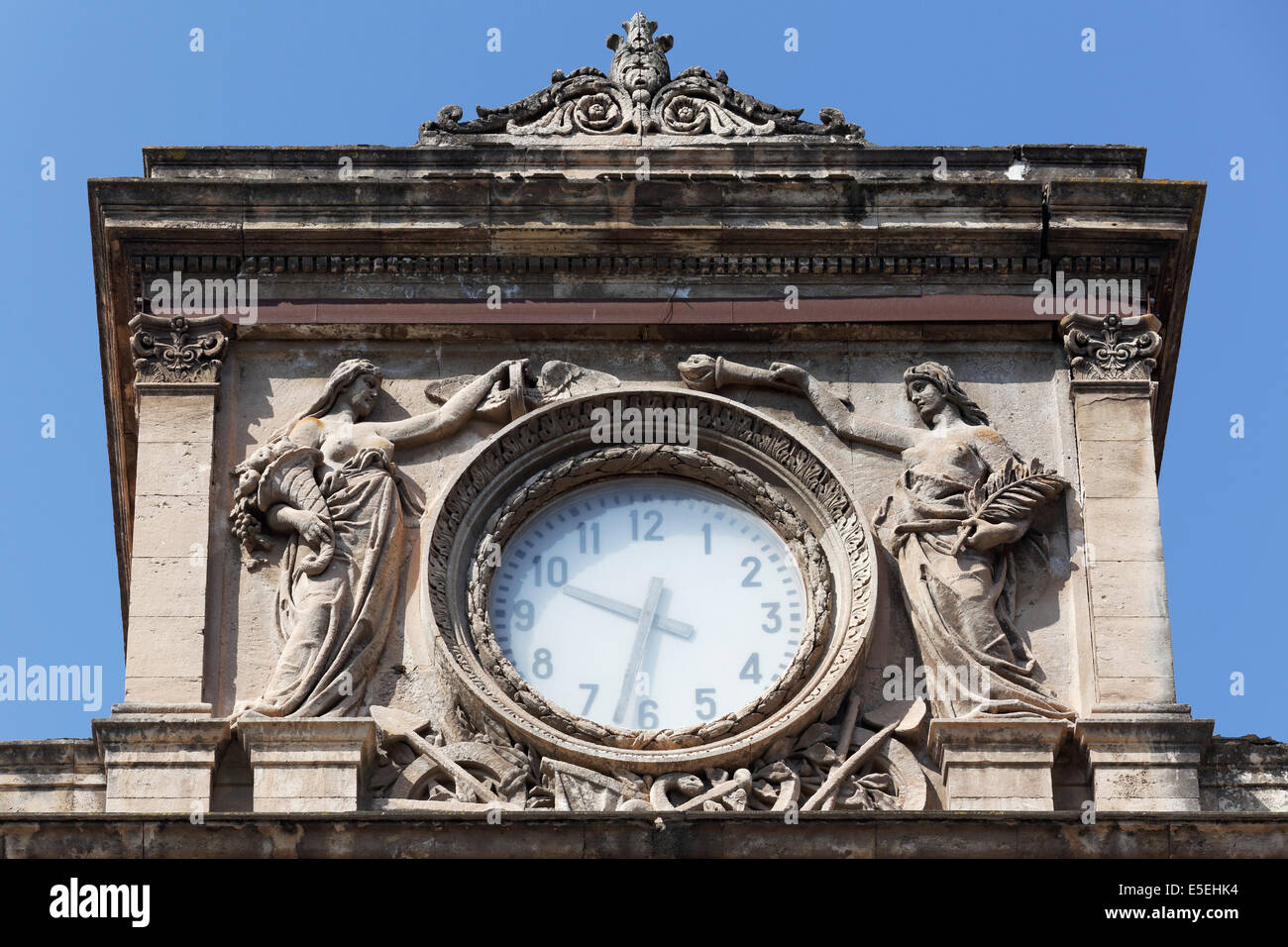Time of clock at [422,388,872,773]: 9:32
